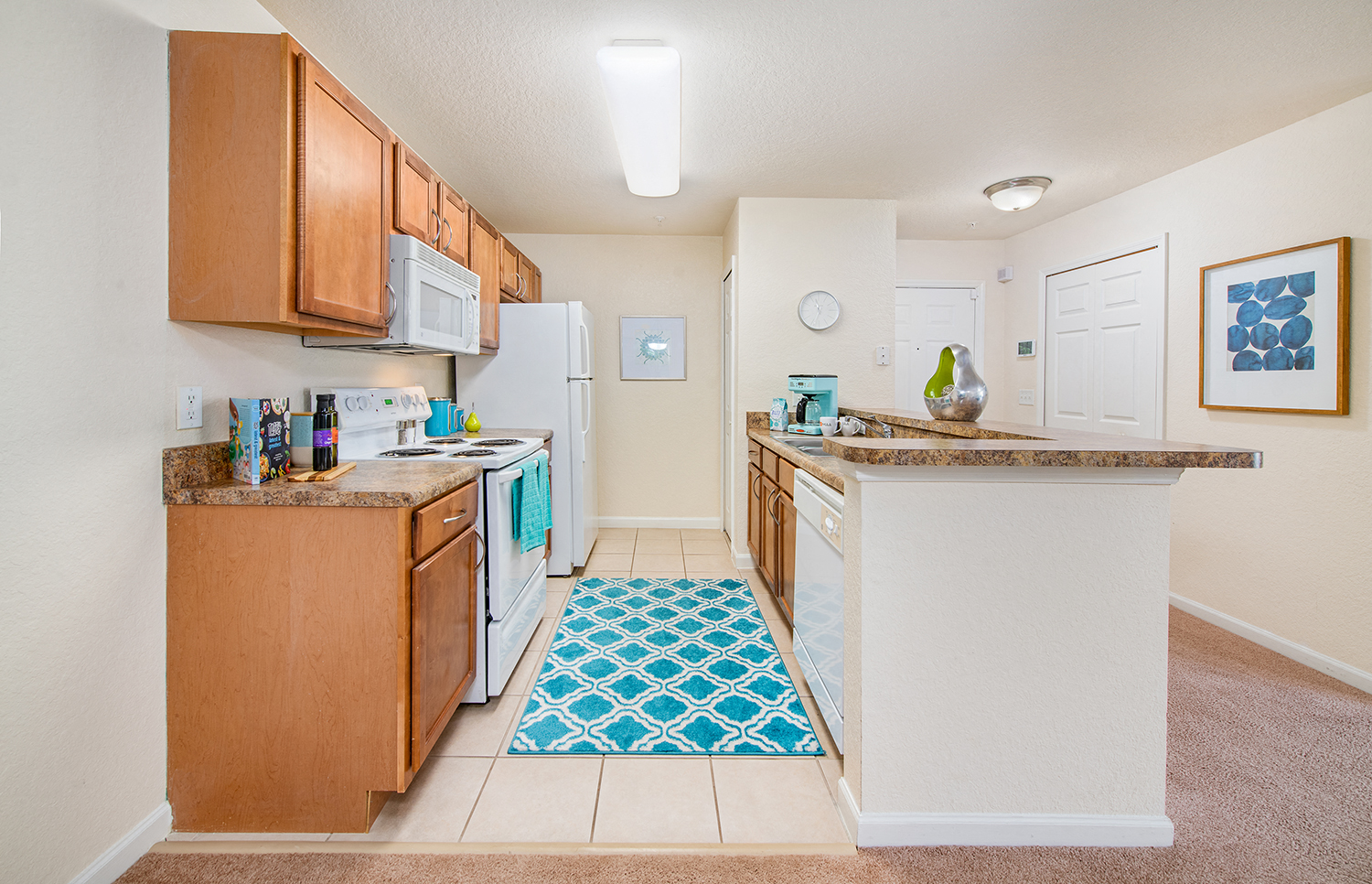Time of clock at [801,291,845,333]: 11:33
